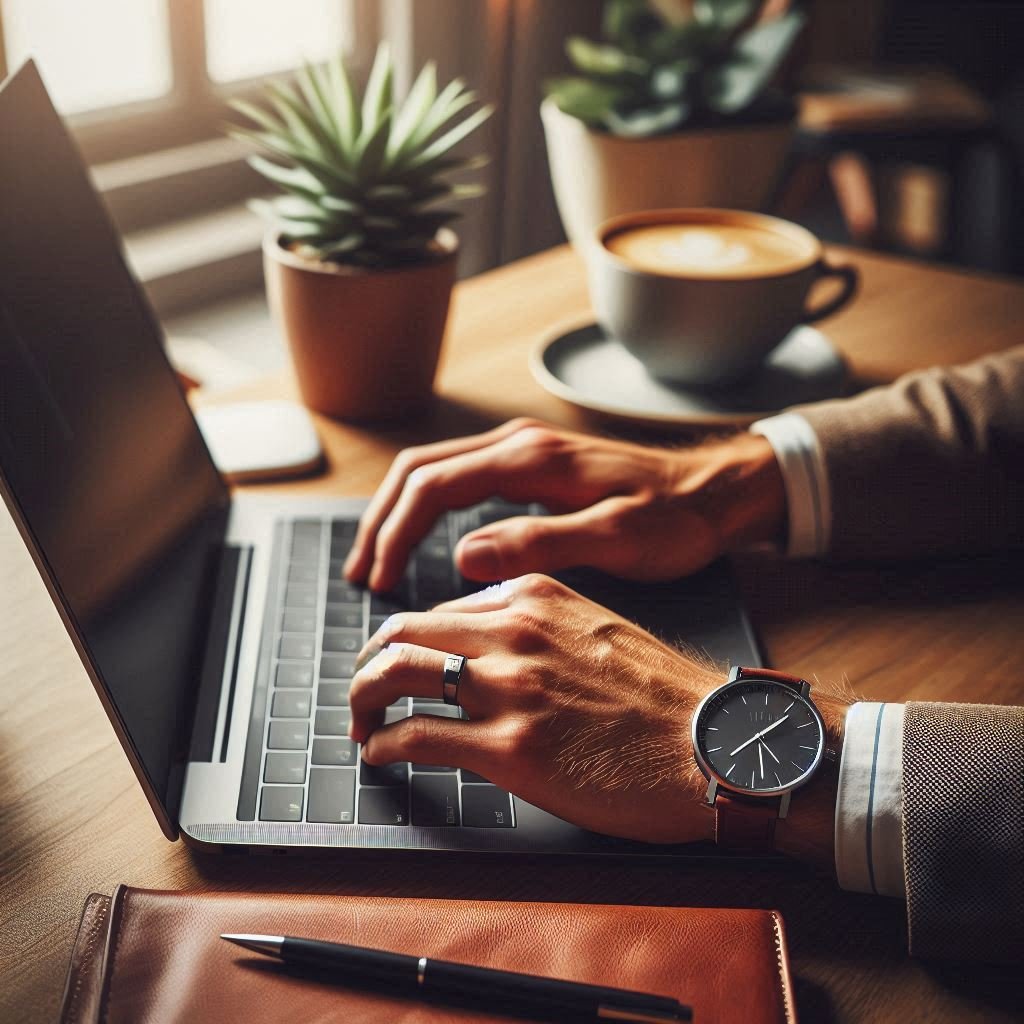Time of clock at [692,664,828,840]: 1:28
